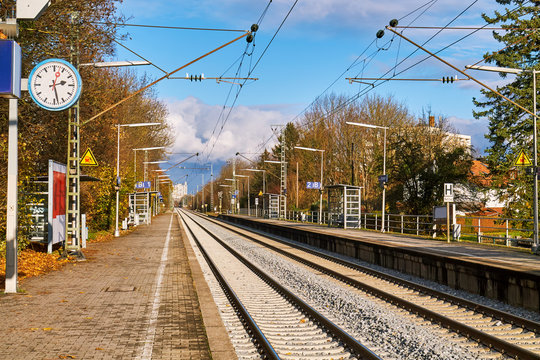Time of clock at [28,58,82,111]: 2:28
